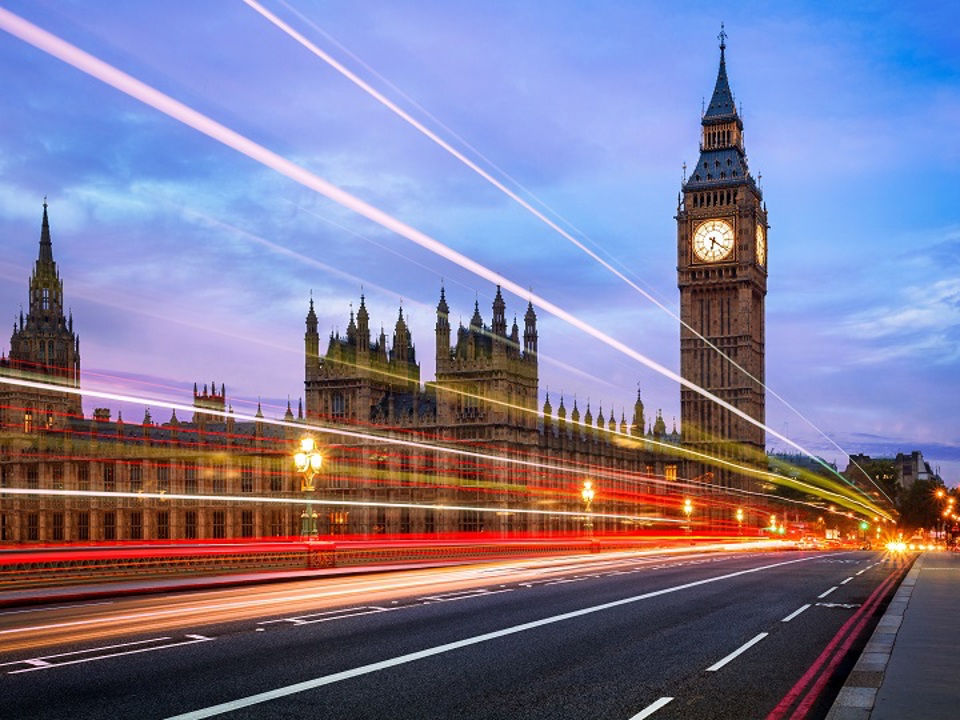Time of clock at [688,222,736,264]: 6:21
